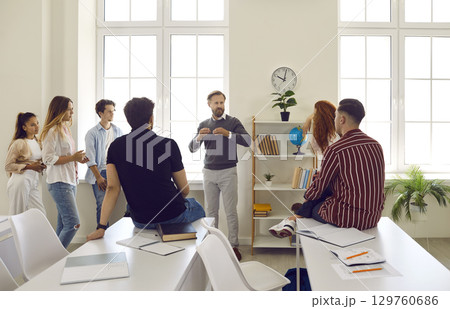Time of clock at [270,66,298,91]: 10:02
